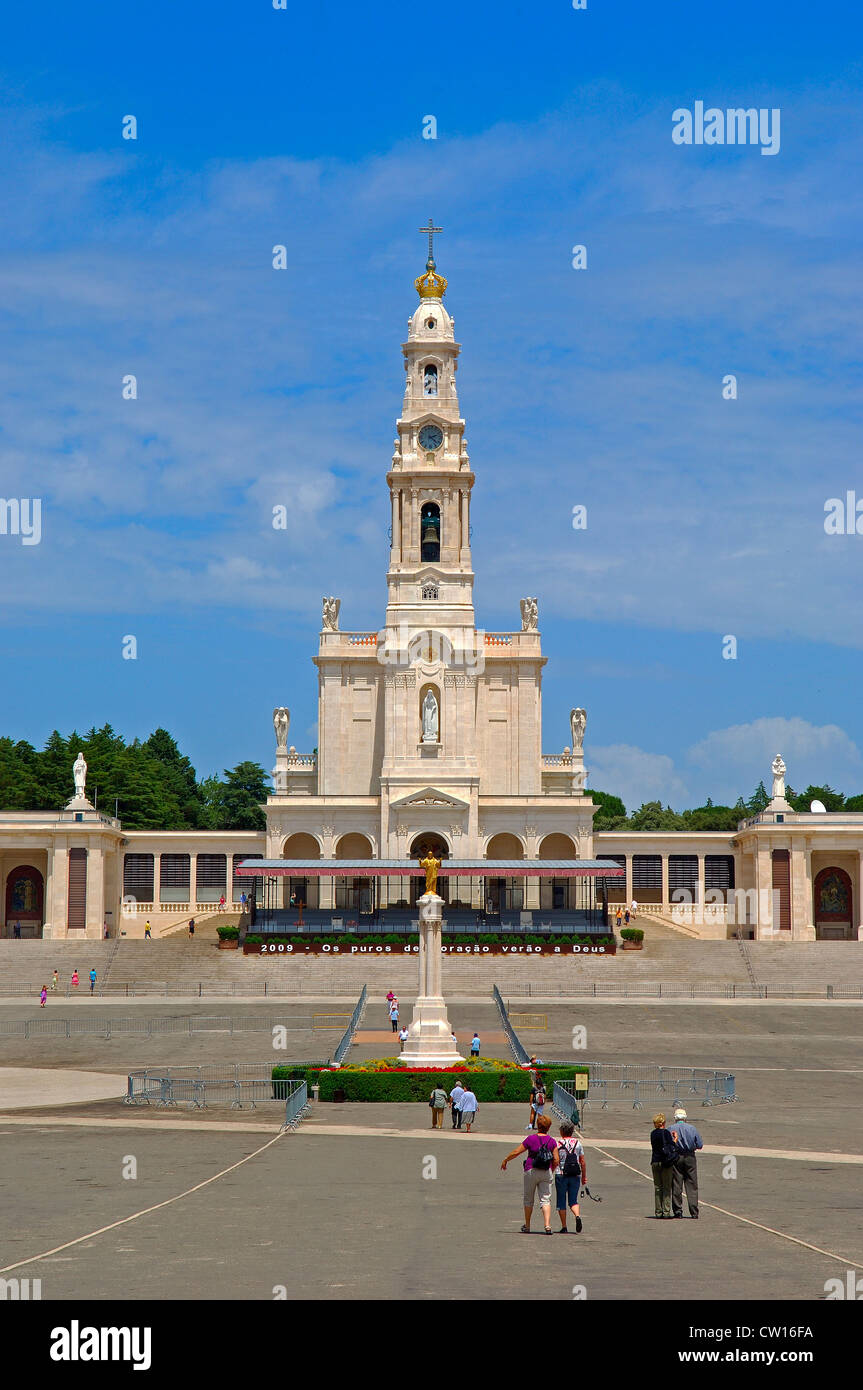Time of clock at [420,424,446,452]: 2:21
